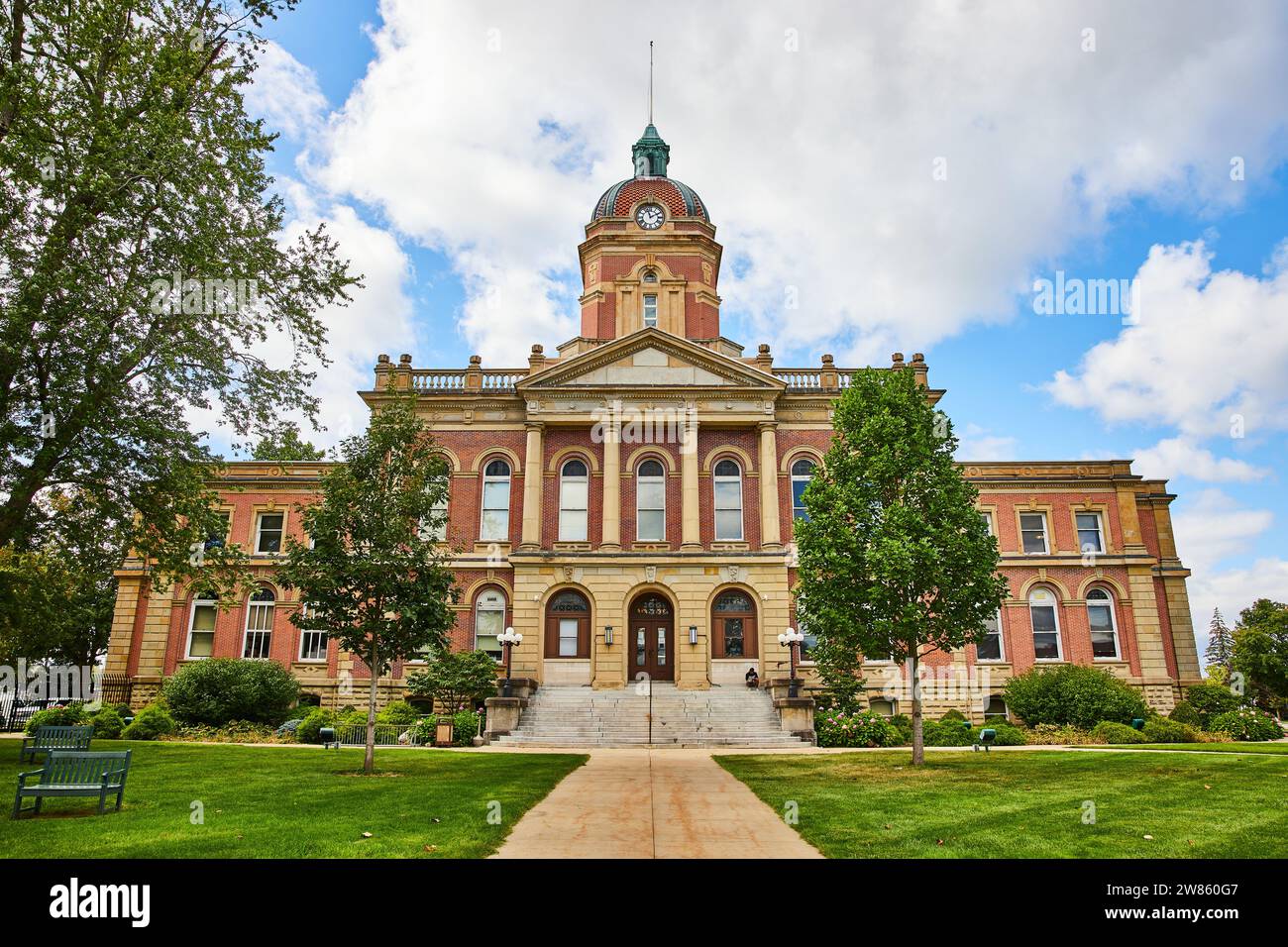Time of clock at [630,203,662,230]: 1:57
